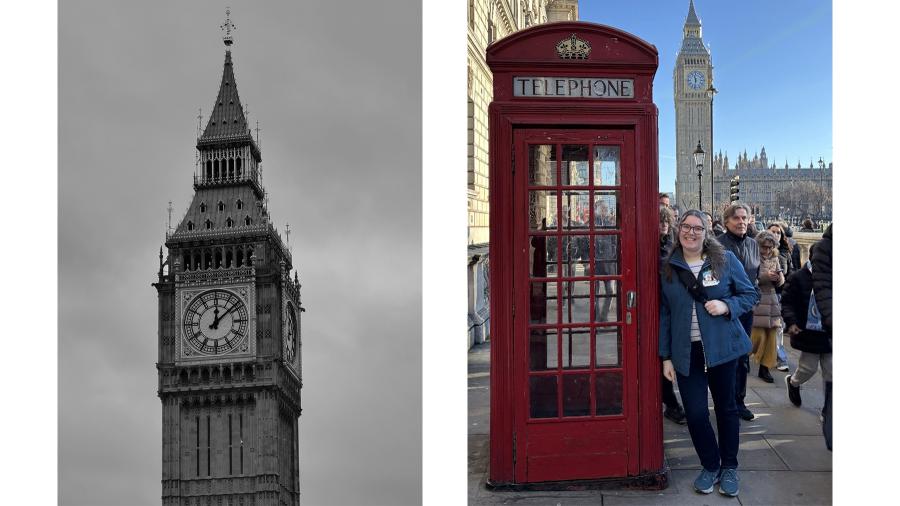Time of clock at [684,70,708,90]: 11:31
